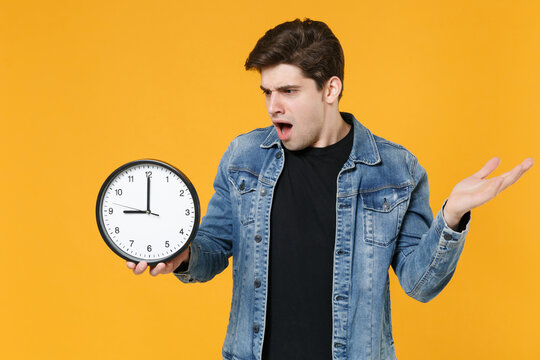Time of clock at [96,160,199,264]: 8:59
